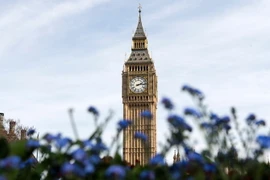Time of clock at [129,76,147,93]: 2:14
